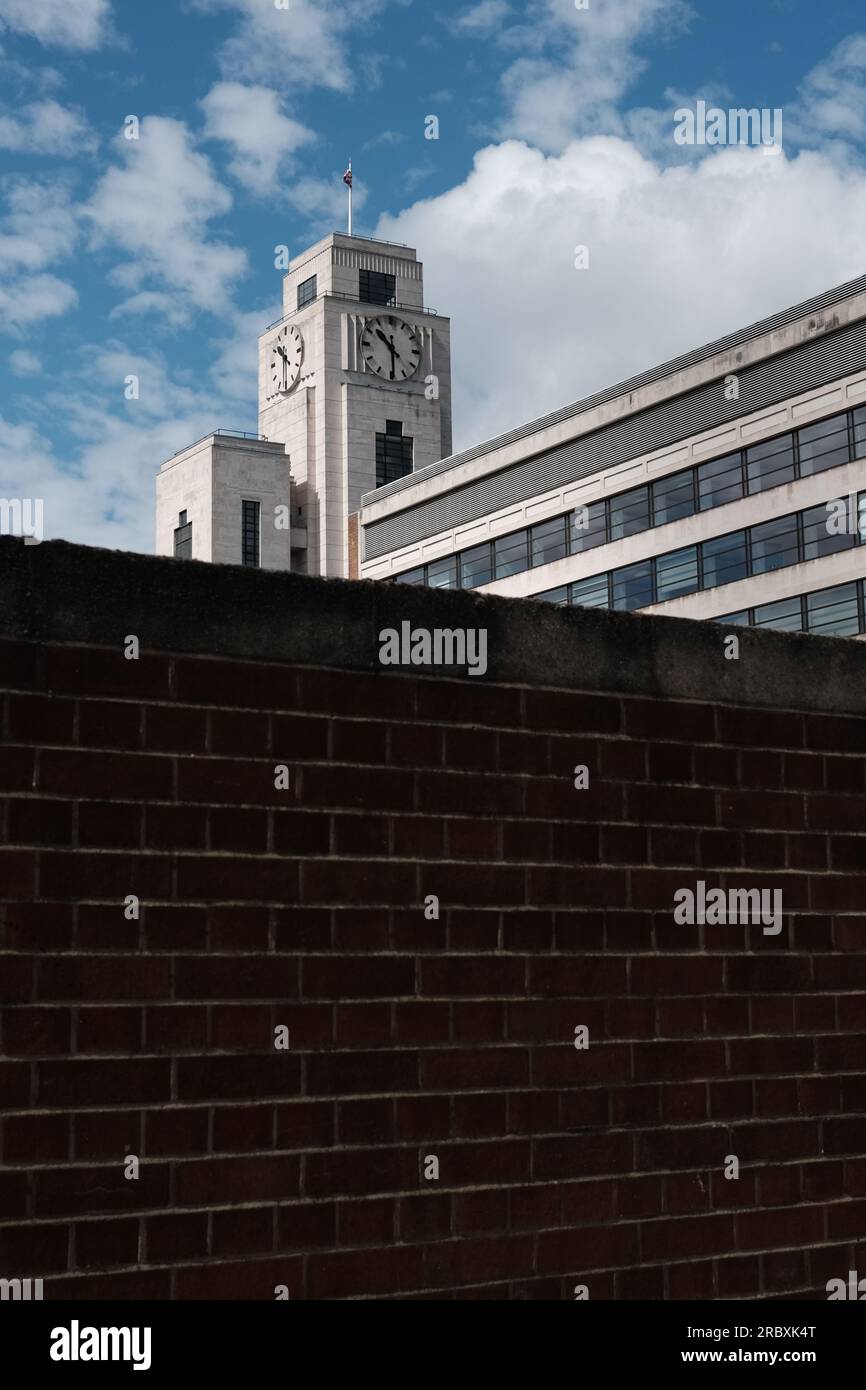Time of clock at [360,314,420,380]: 10:29
